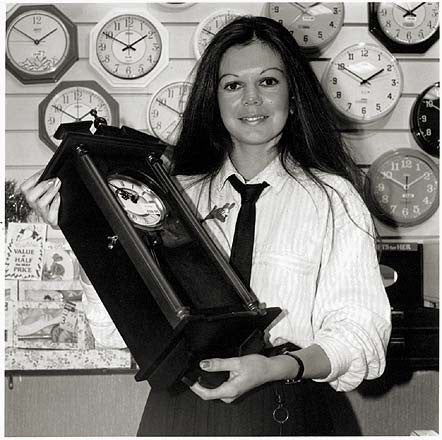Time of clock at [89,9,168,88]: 1:50
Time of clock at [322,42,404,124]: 1:50
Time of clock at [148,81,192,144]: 12:49
